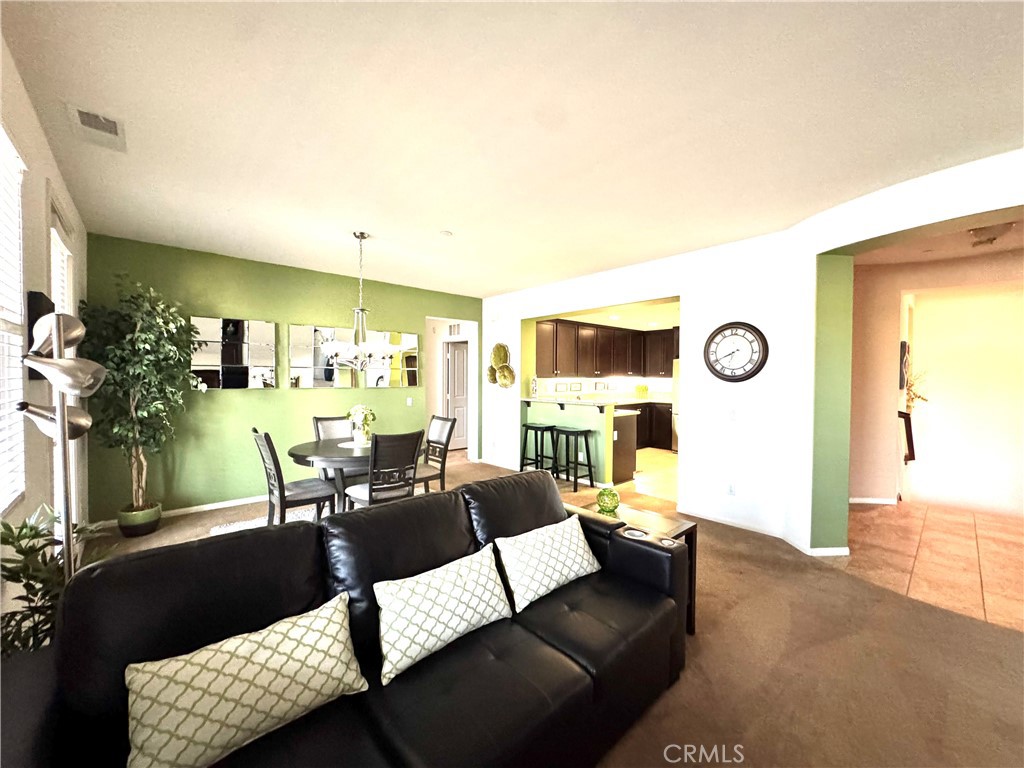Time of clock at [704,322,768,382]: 7:40
